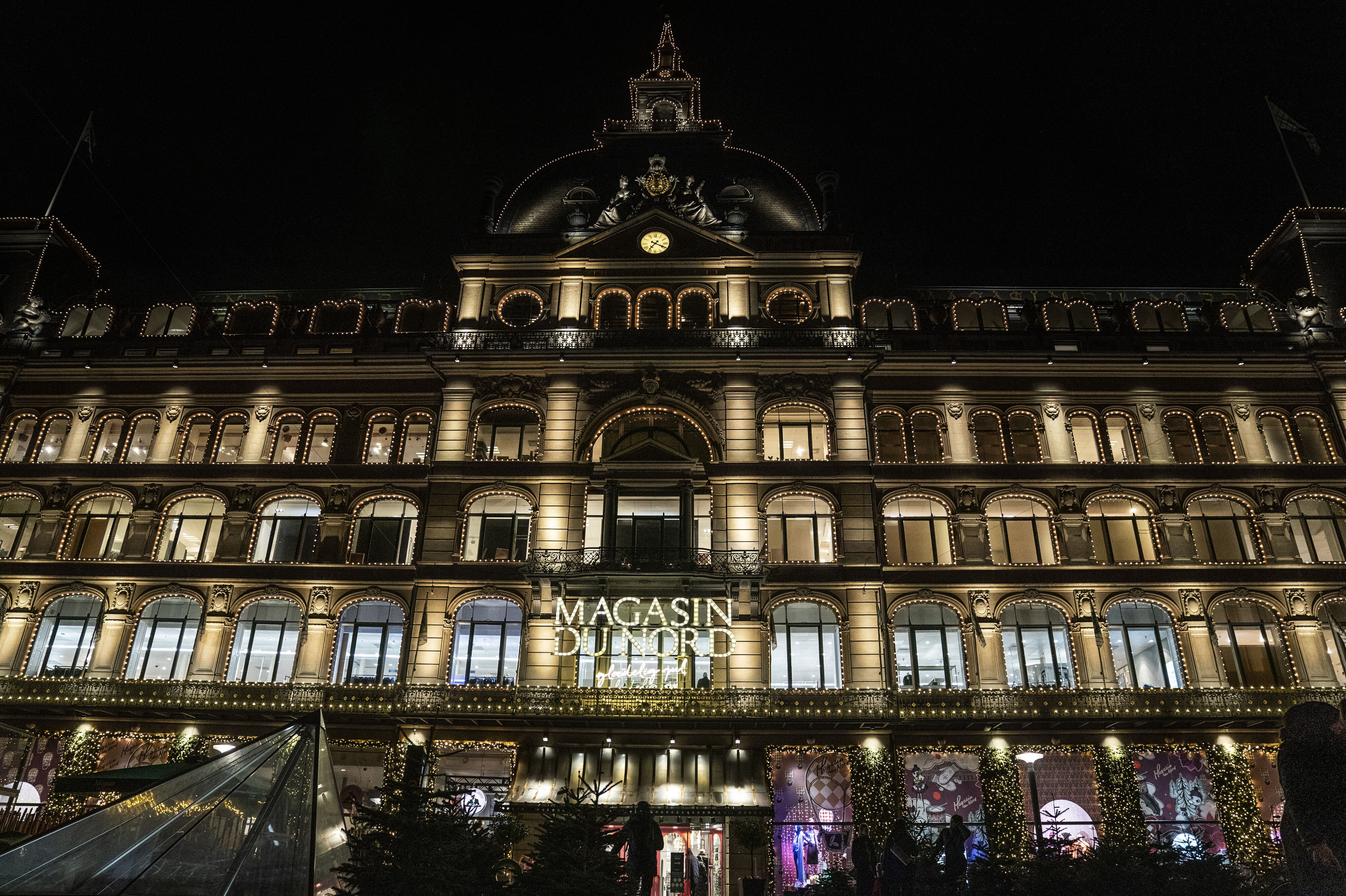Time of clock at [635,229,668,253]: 7:19
